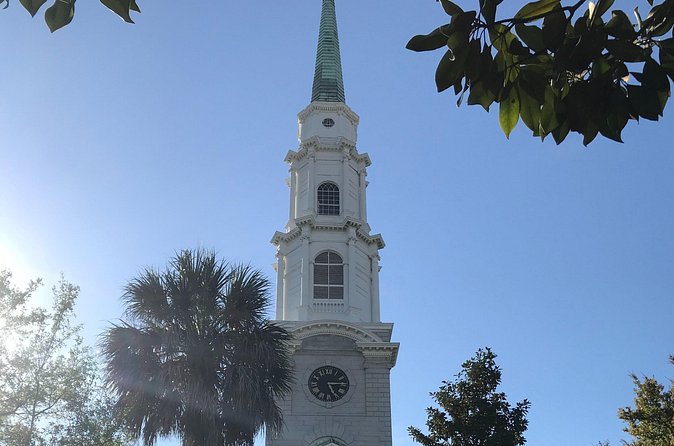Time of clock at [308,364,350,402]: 5:14
